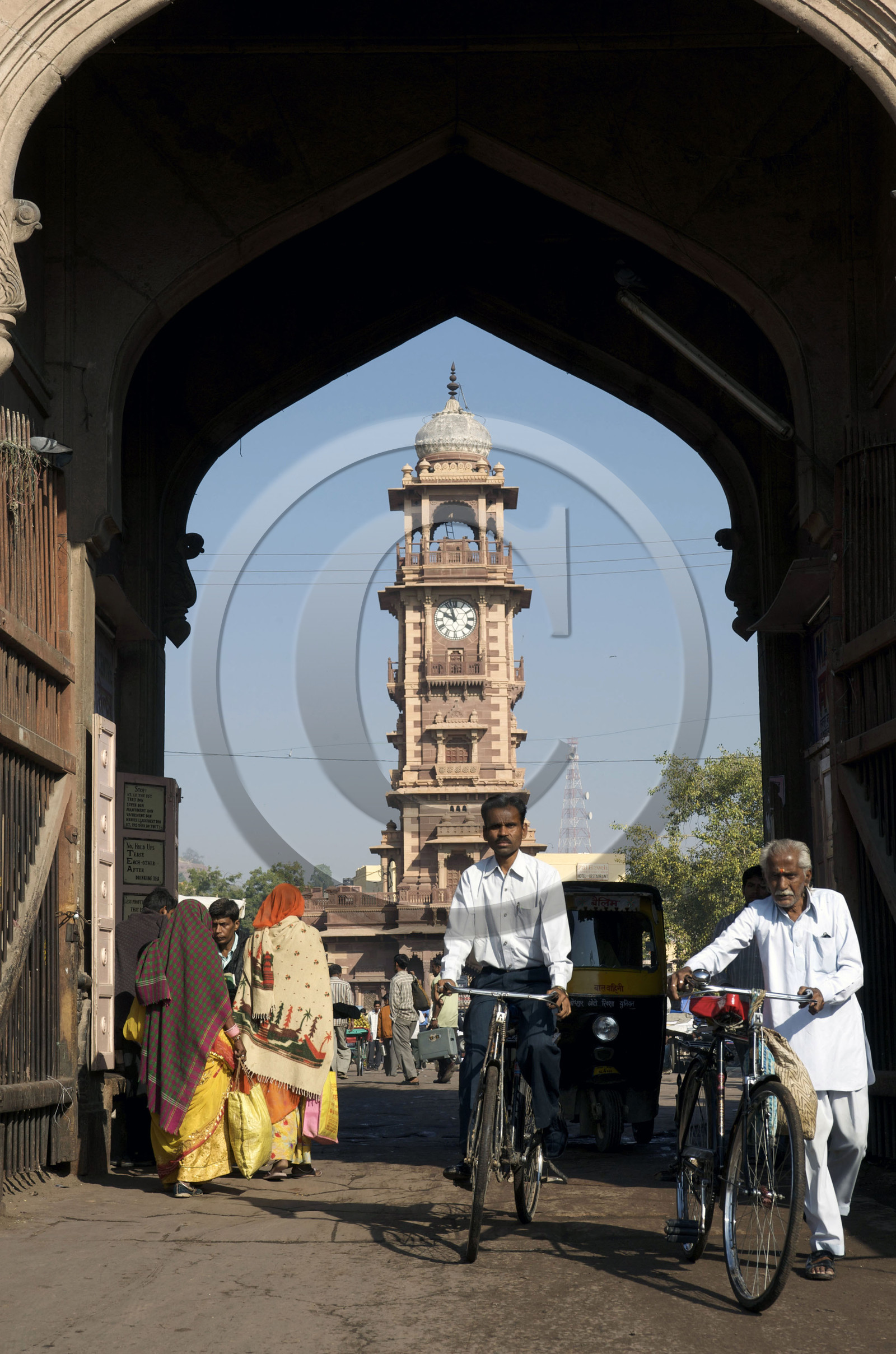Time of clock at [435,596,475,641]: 9:57
